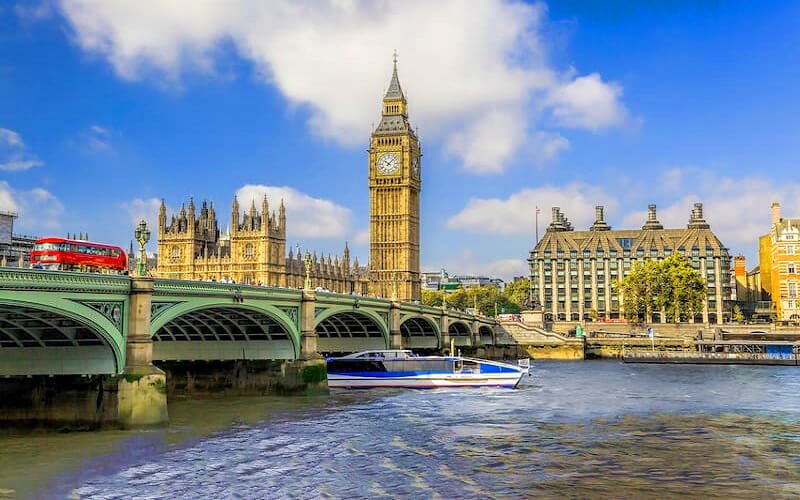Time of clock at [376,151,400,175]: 10:07
